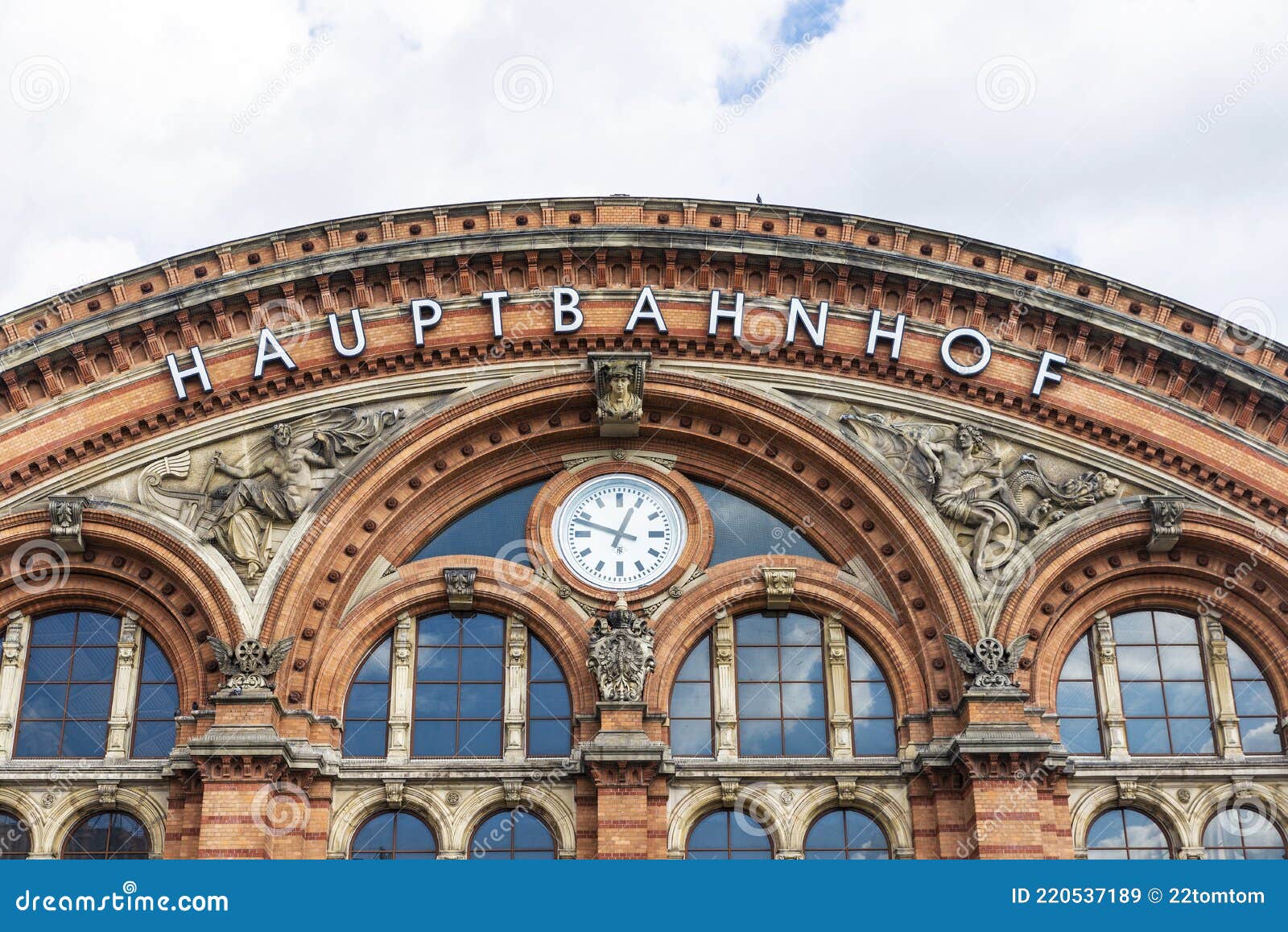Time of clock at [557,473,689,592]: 12:48
